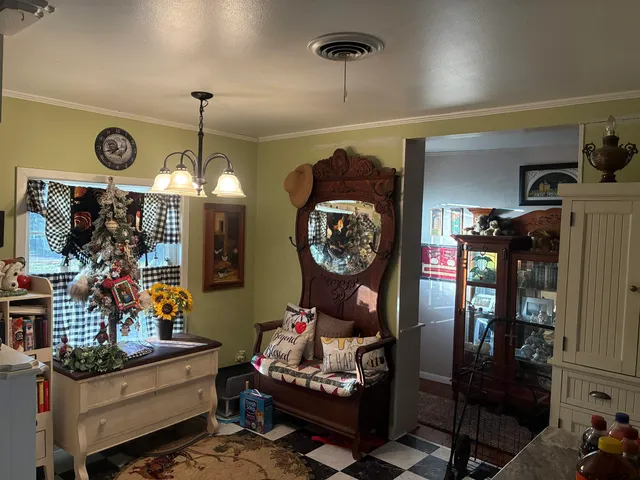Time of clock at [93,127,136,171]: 7:42
